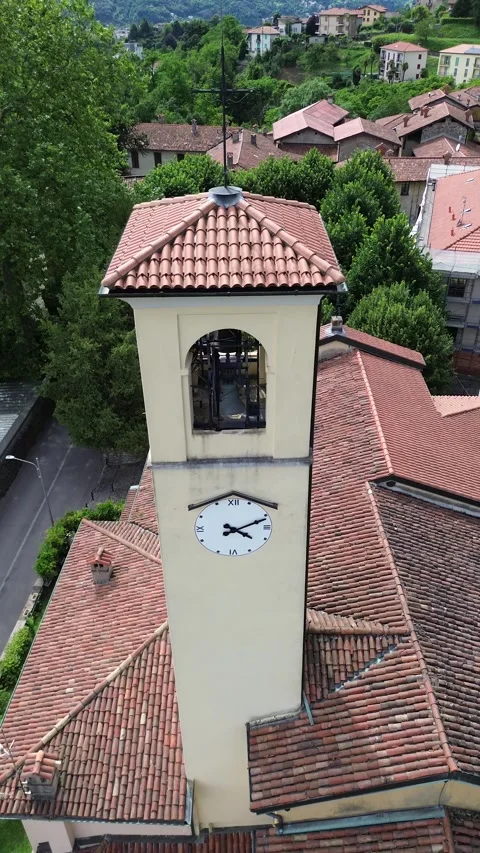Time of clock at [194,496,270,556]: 4:11
